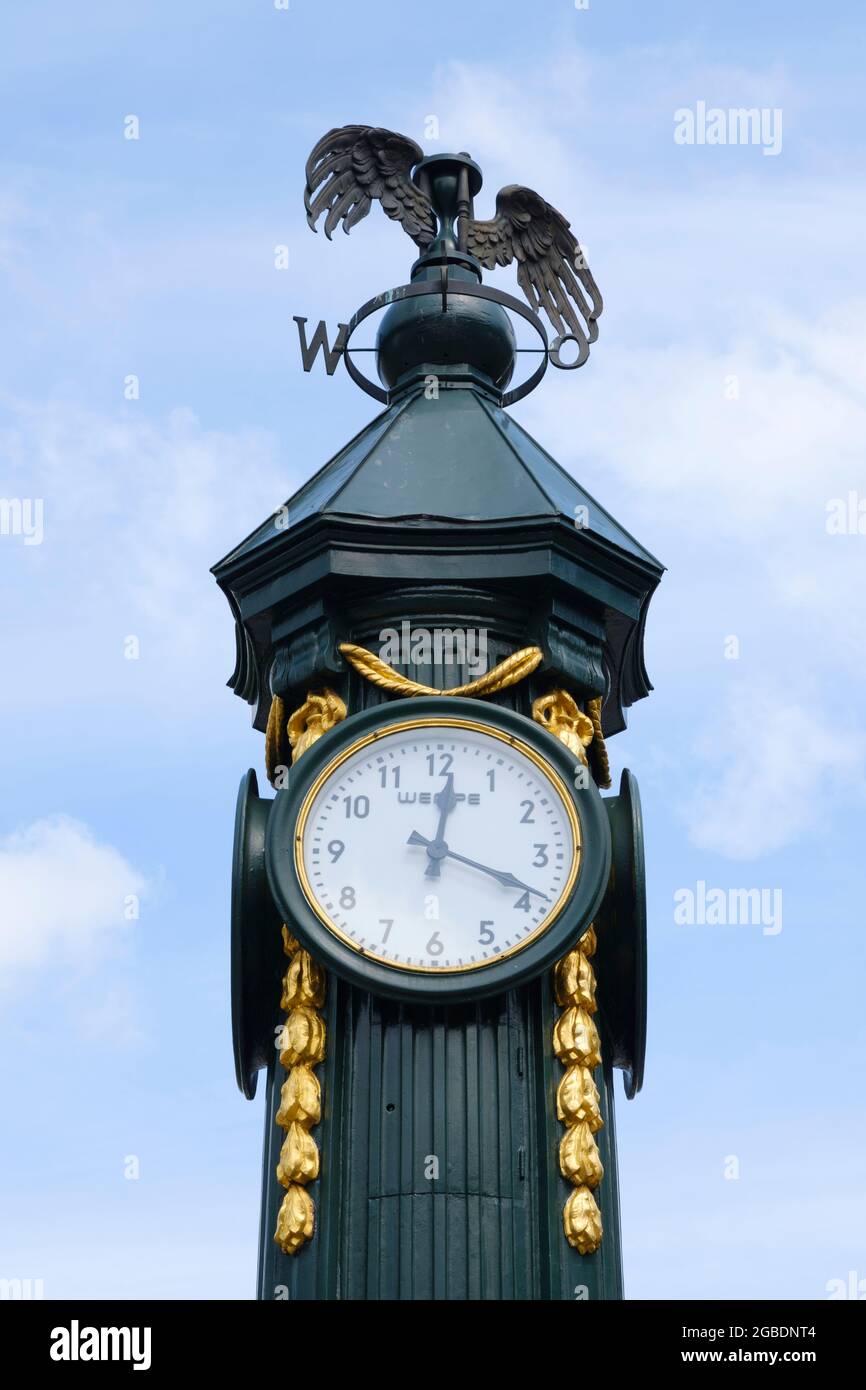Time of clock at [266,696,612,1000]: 12:18
